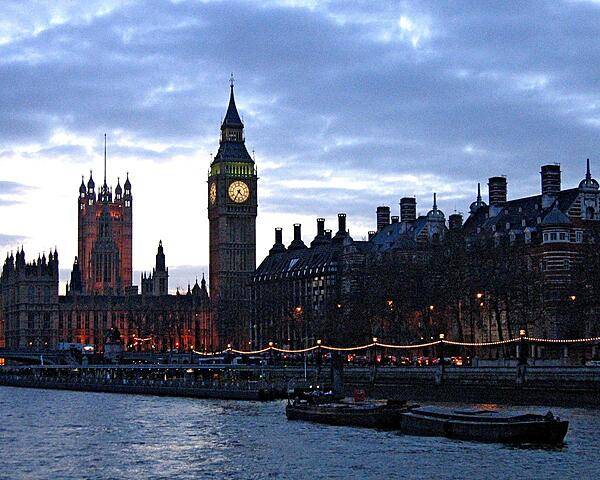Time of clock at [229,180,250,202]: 4:35
